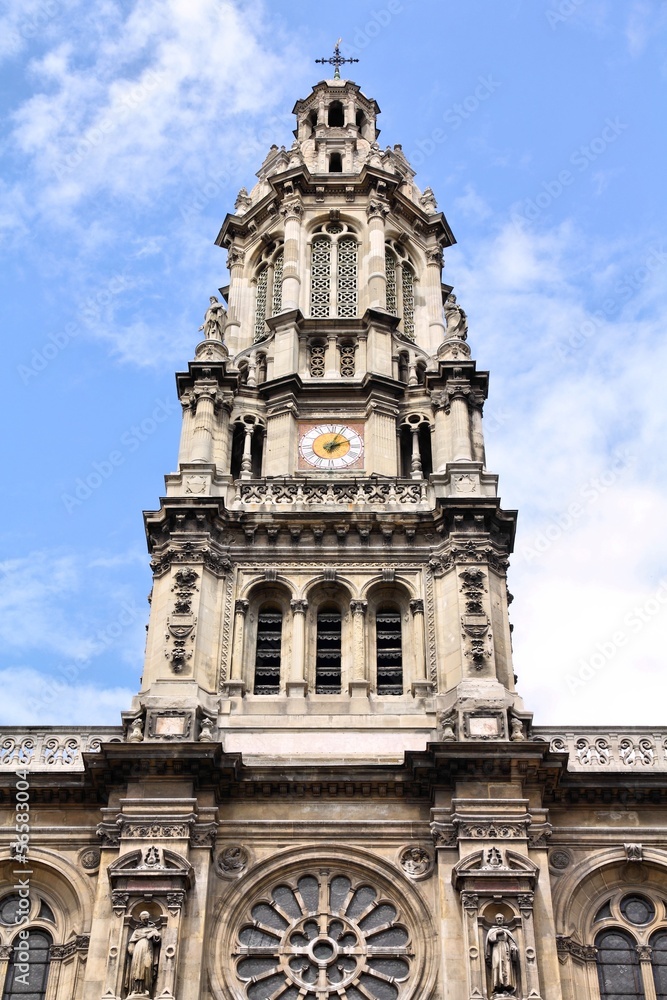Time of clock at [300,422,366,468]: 2:03
